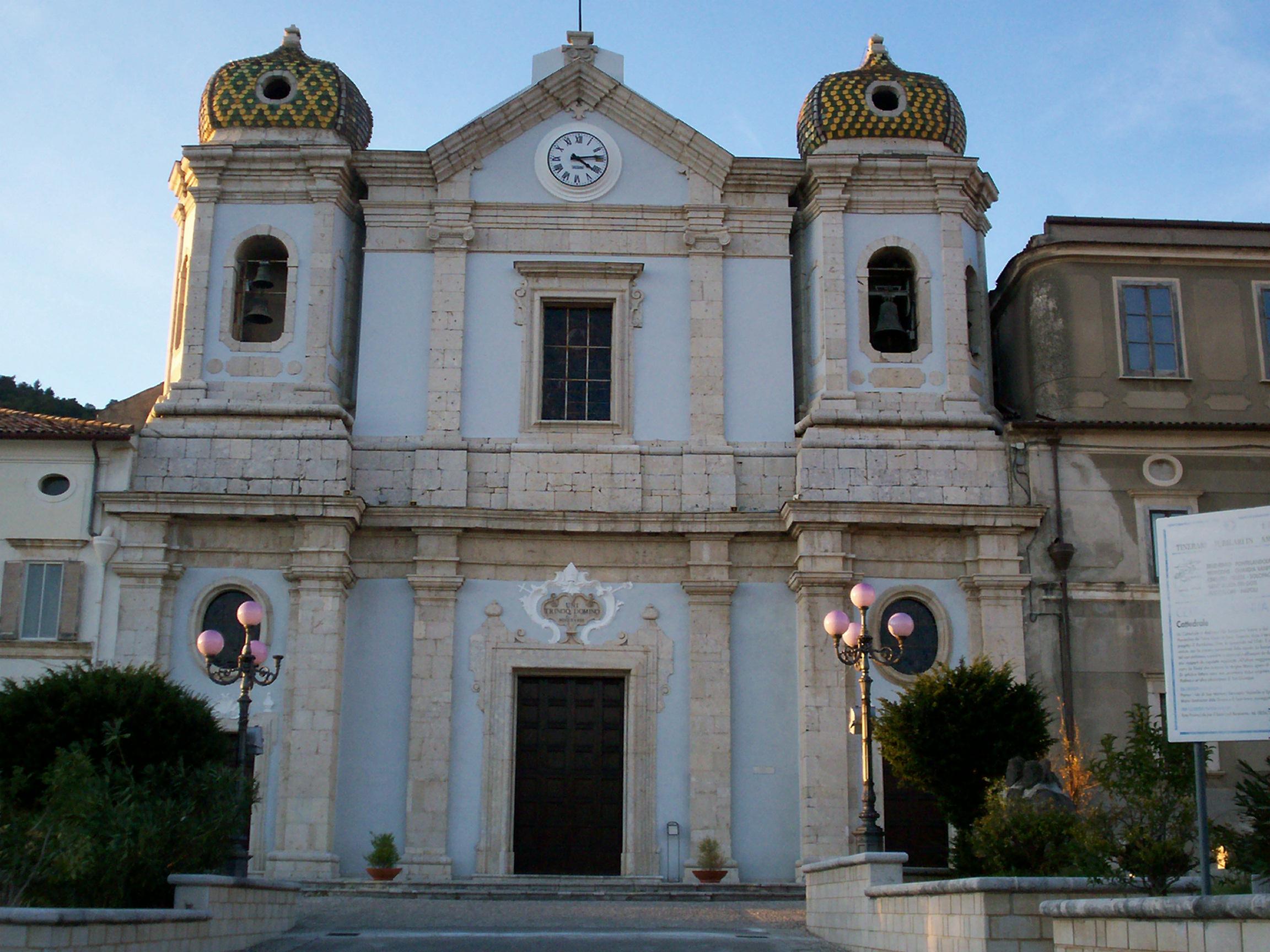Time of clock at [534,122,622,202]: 4:13
